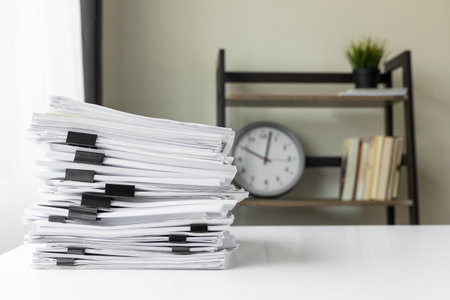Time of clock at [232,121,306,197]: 10:02
